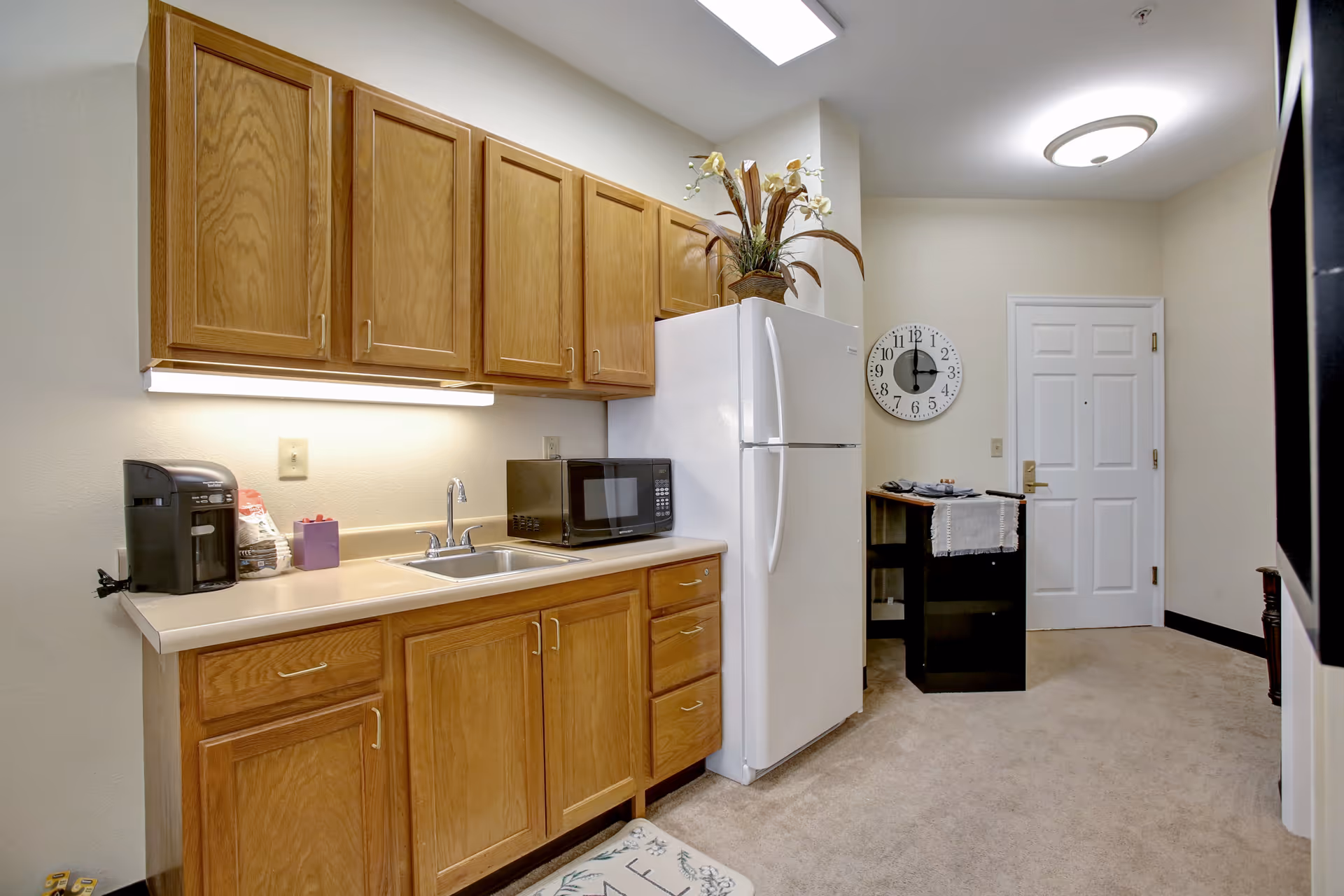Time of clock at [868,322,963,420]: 3:00
